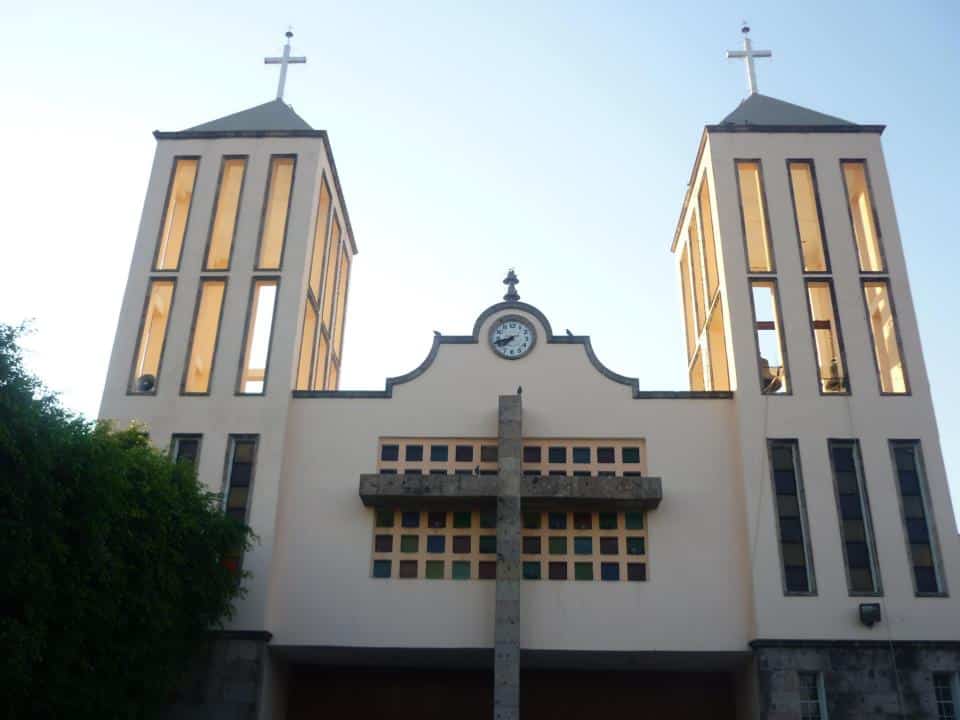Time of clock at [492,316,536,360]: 7:42
